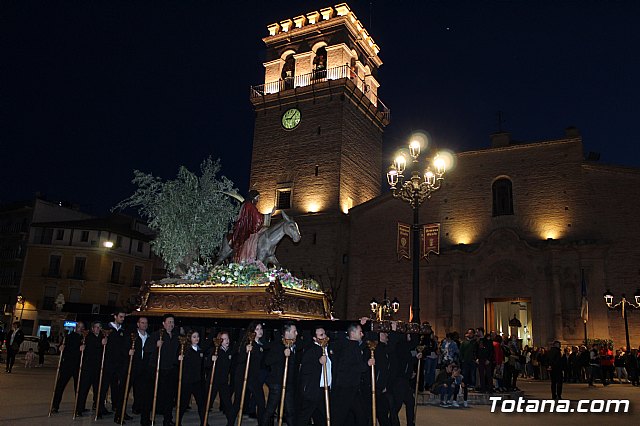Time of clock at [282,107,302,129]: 9:07
